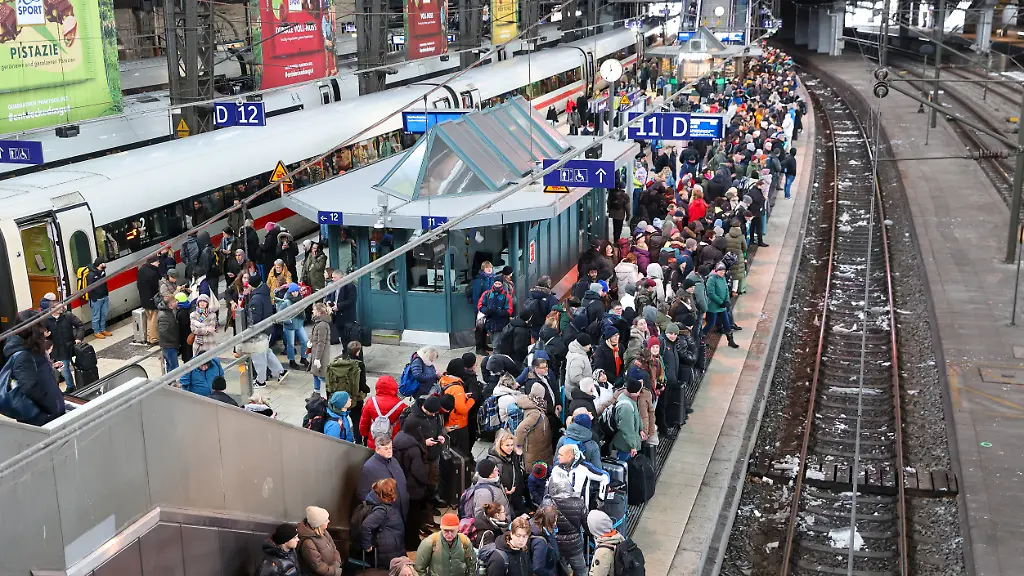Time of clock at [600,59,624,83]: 11:35
